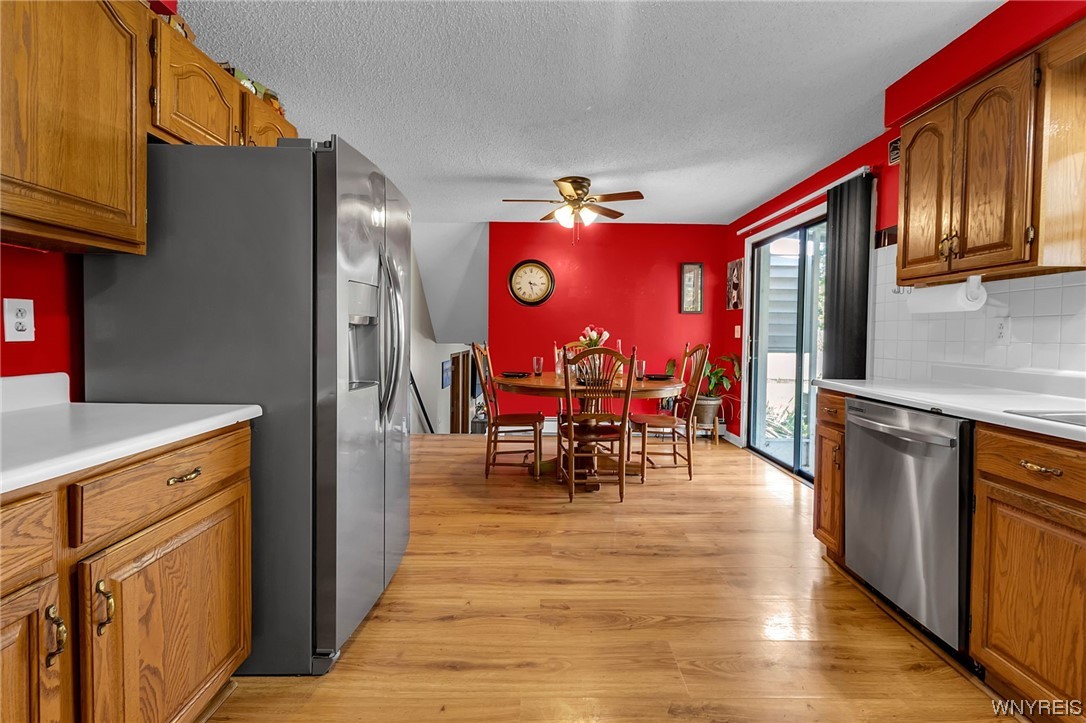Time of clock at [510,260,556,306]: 3:27
